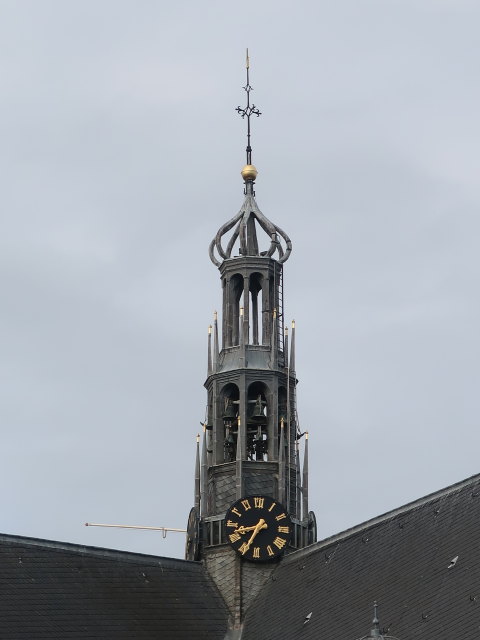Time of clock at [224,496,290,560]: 8:34
